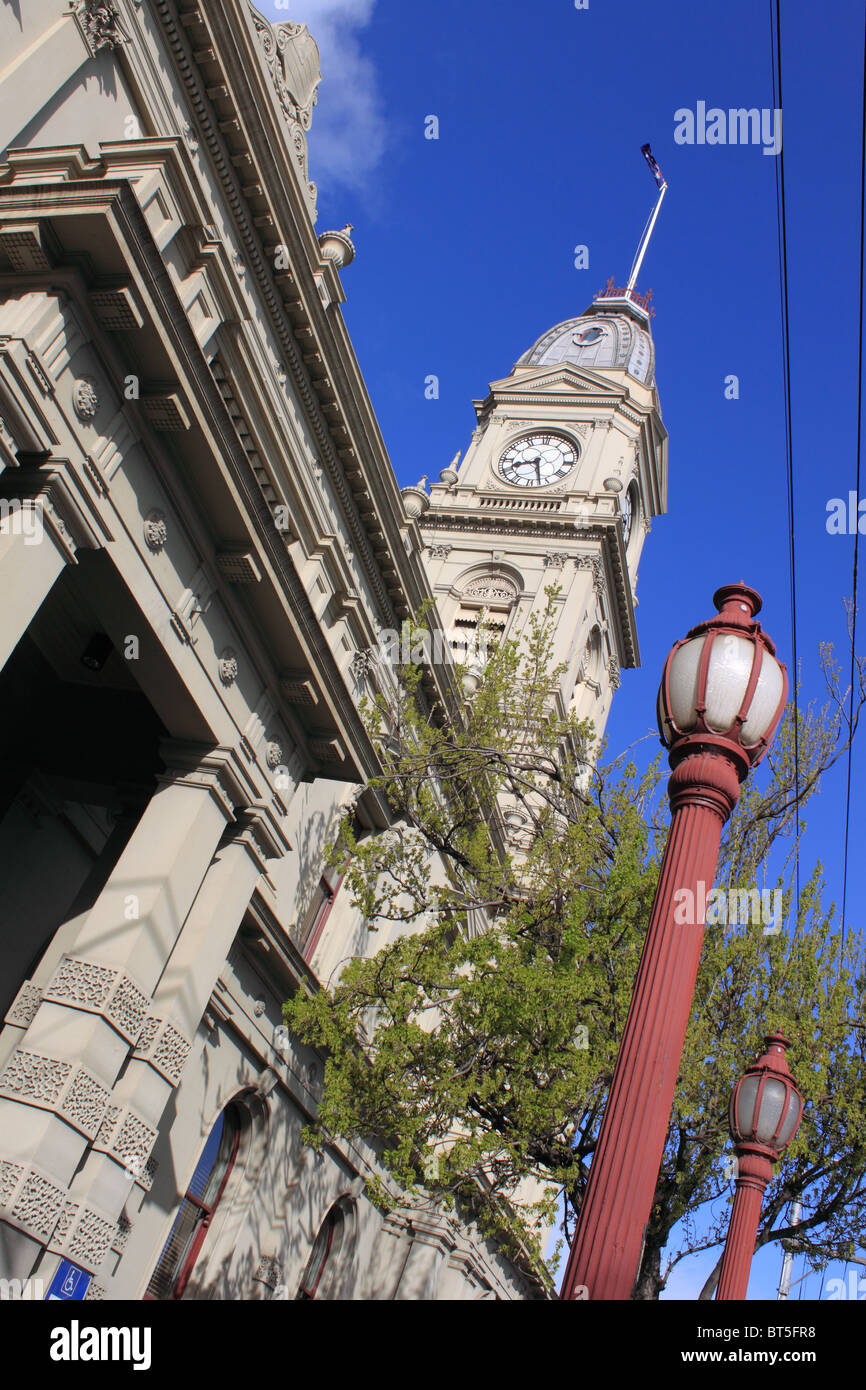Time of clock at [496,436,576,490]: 8:27
